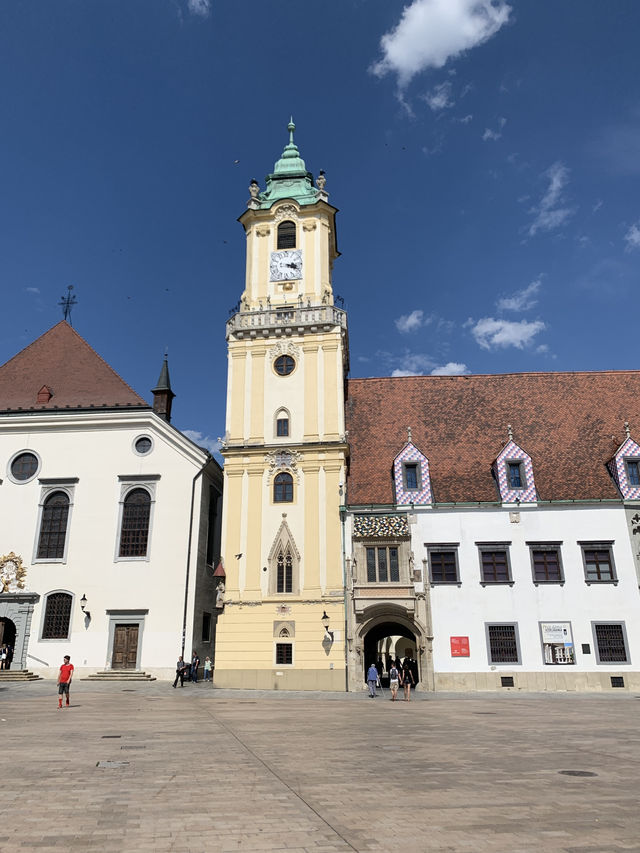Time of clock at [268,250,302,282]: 3:18
